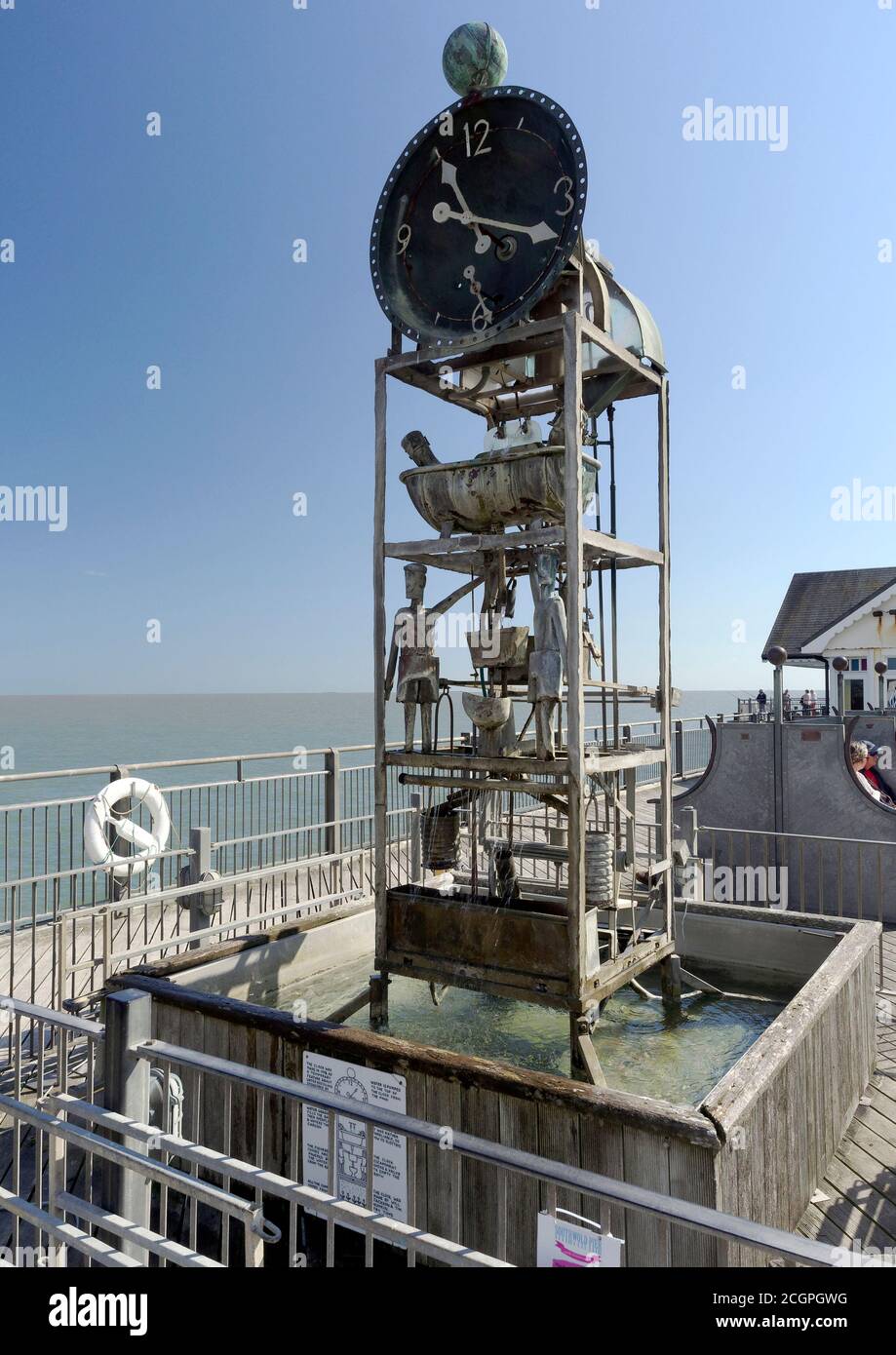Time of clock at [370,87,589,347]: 11:18
